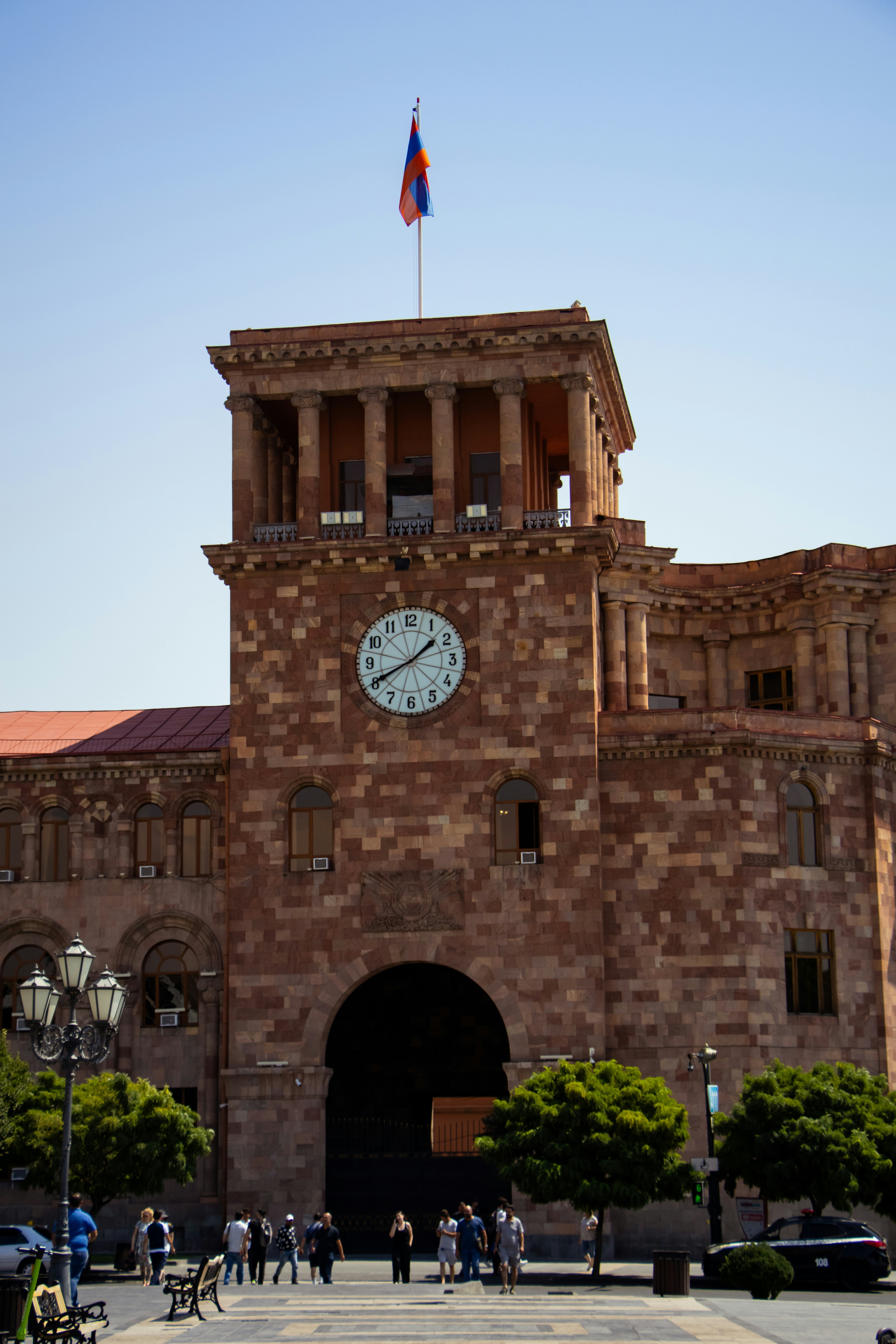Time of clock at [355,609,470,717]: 1:40
